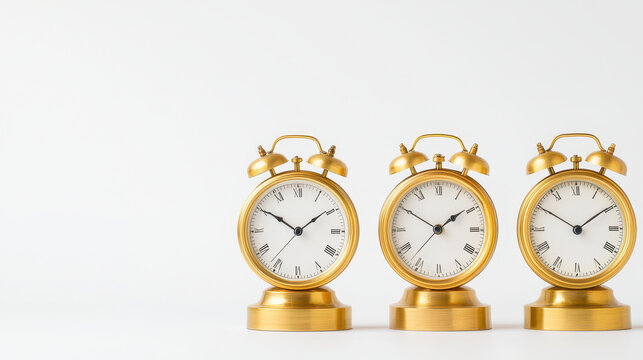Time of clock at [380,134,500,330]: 1:50
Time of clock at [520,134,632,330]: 1:50
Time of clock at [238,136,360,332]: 1:50
